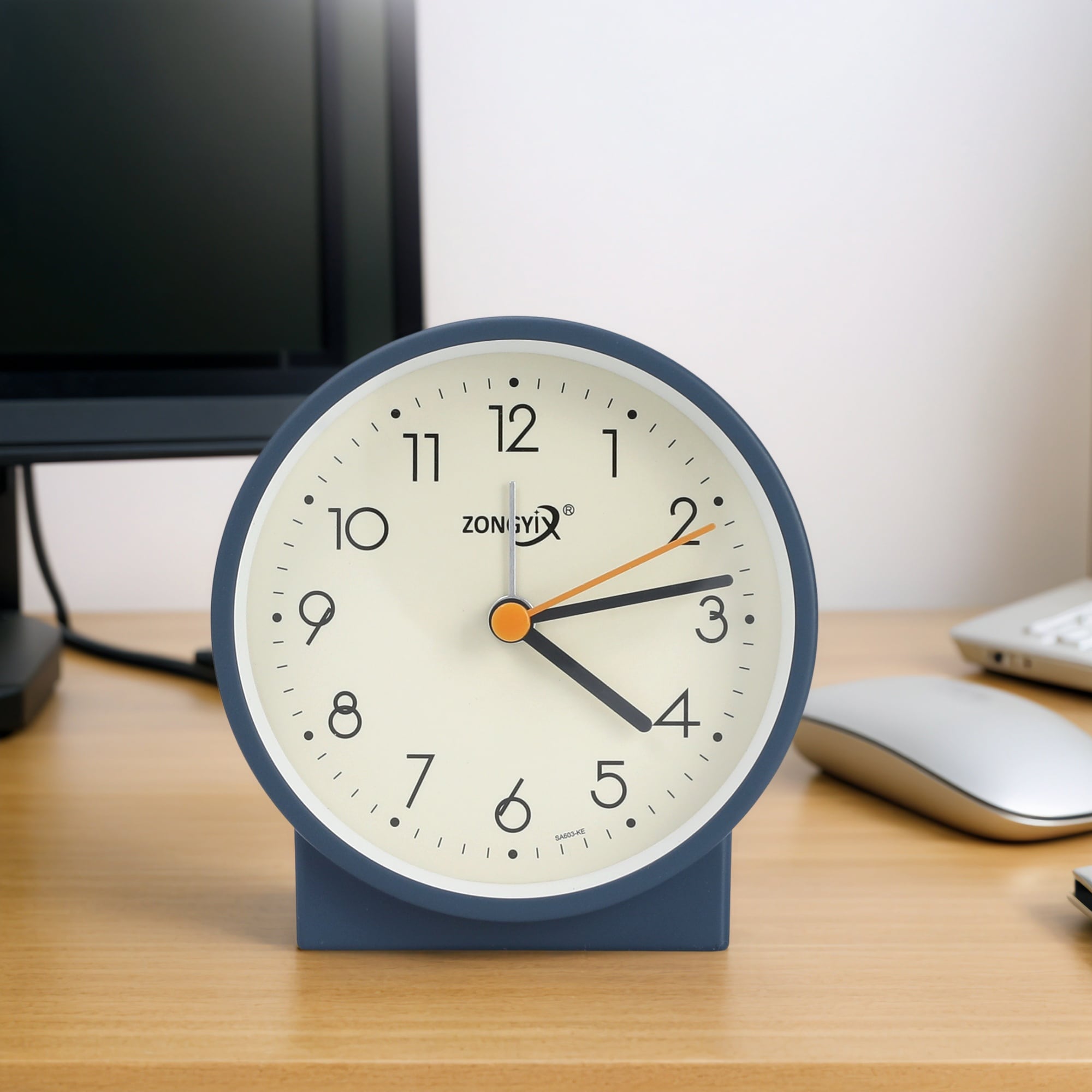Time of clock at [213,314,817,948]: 4:13
